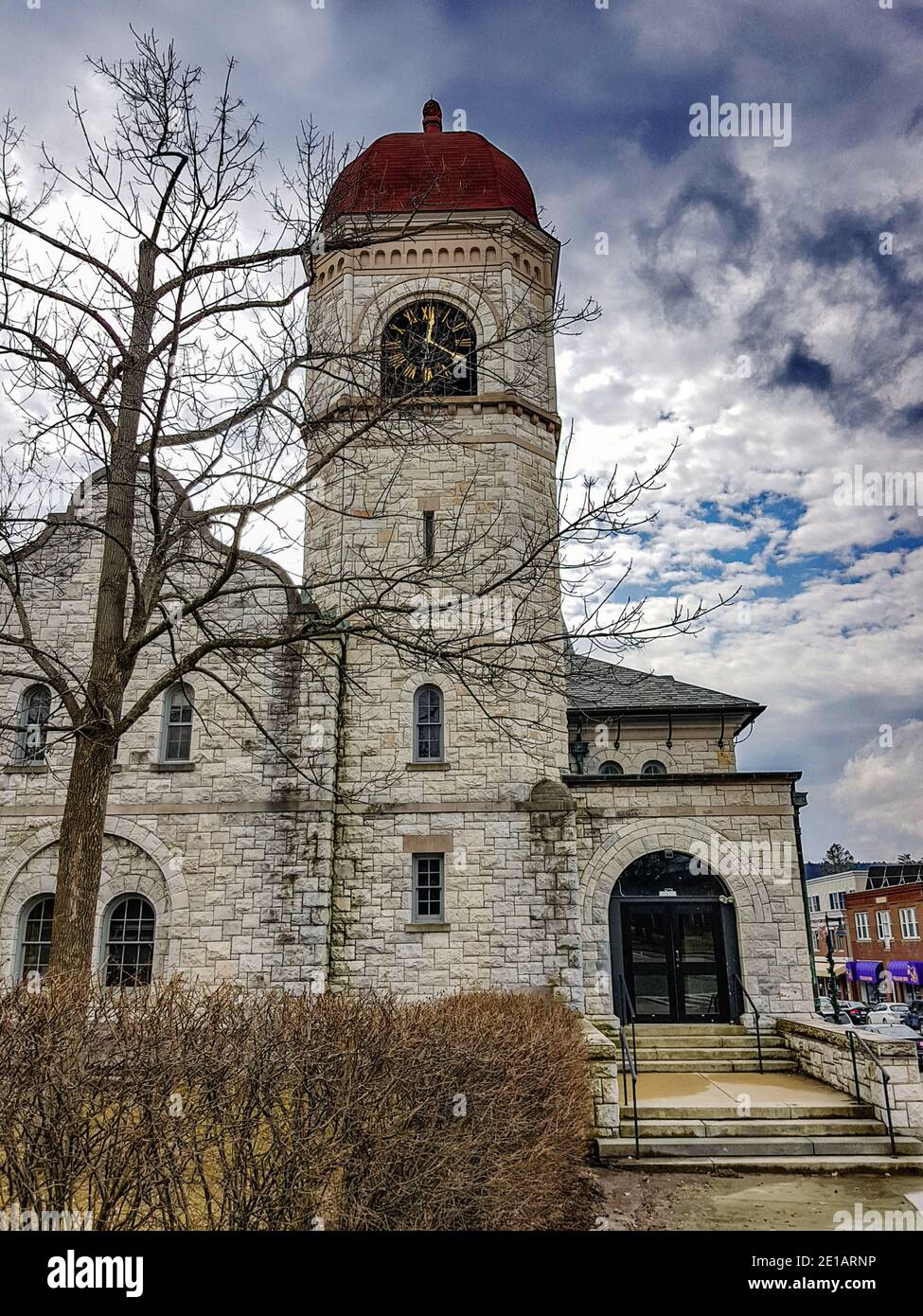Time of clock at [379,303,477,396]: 12:19
